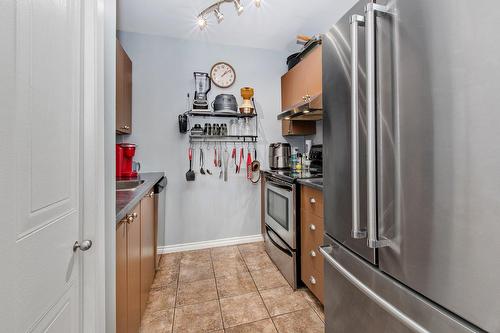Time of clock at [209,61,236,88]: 1:08
